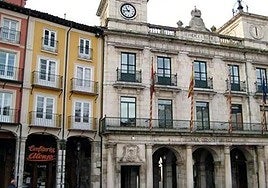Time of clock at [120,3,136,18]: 10:42
